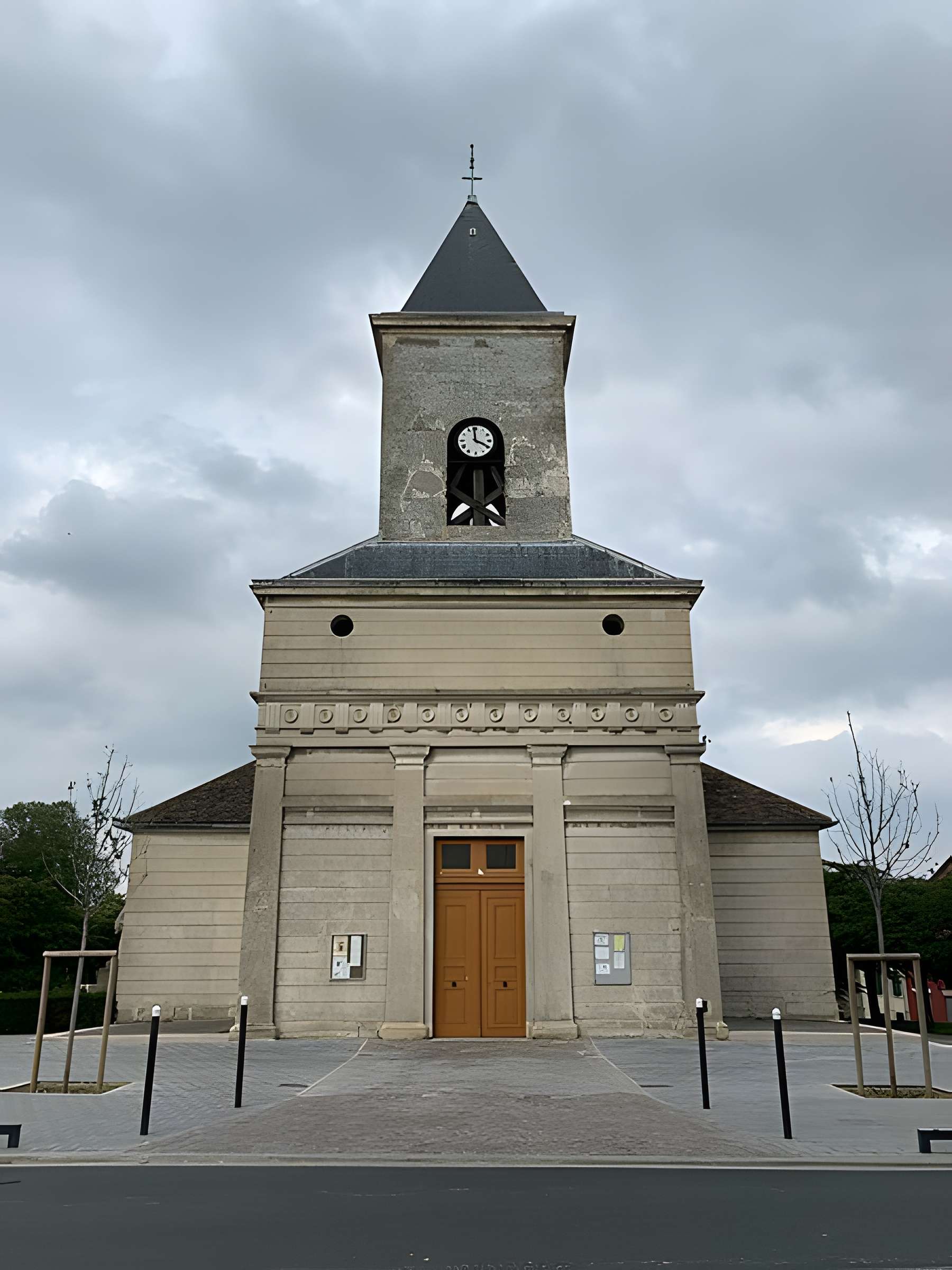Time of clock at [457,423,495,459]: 3:58
